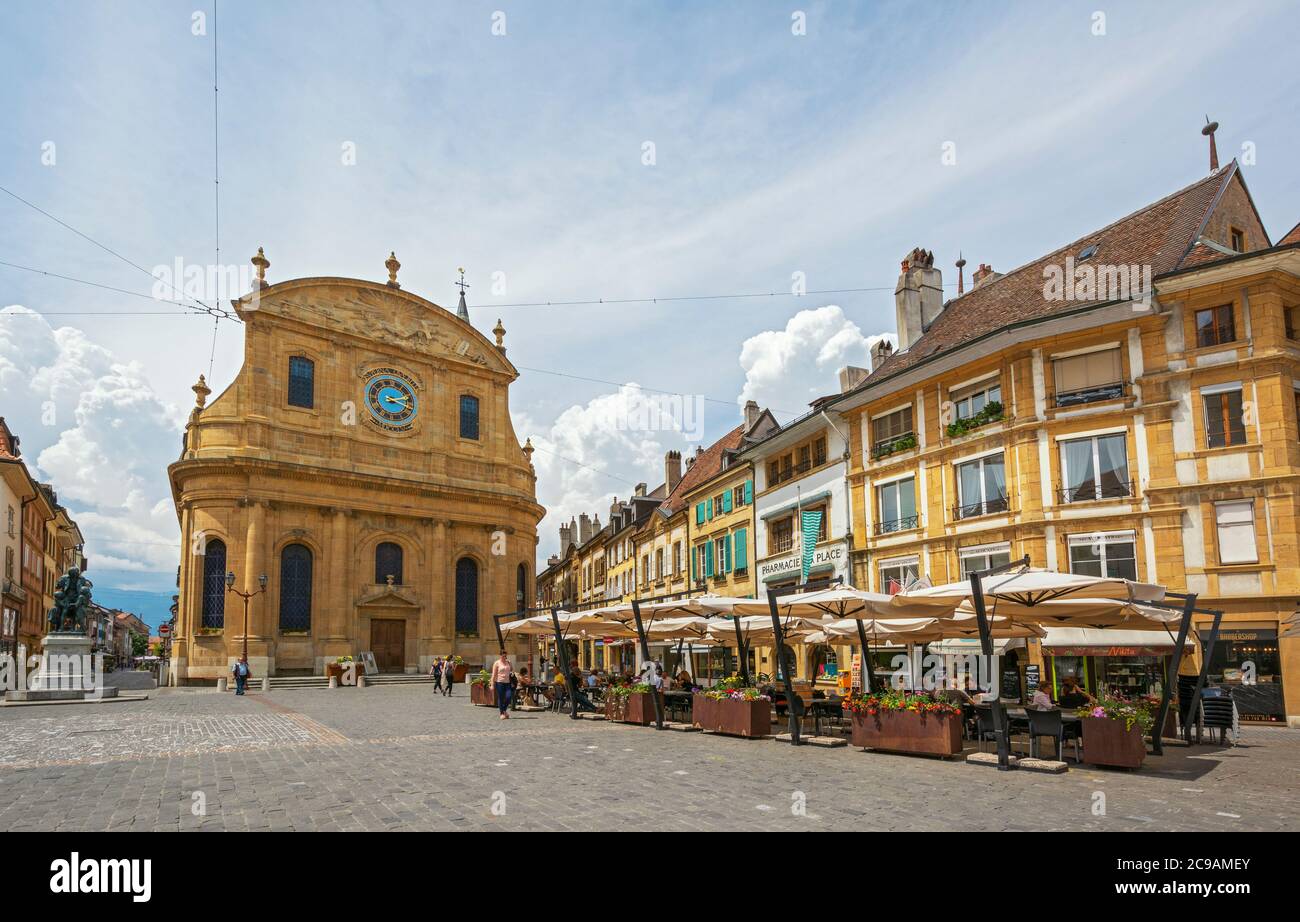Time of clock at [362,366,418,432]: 2:18
